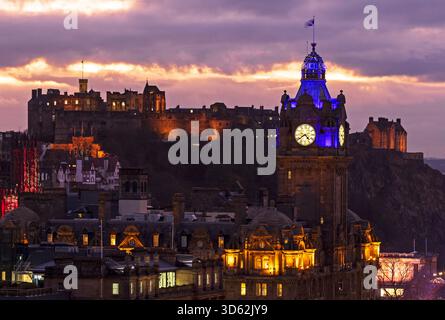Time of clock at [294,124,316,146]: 4:39
